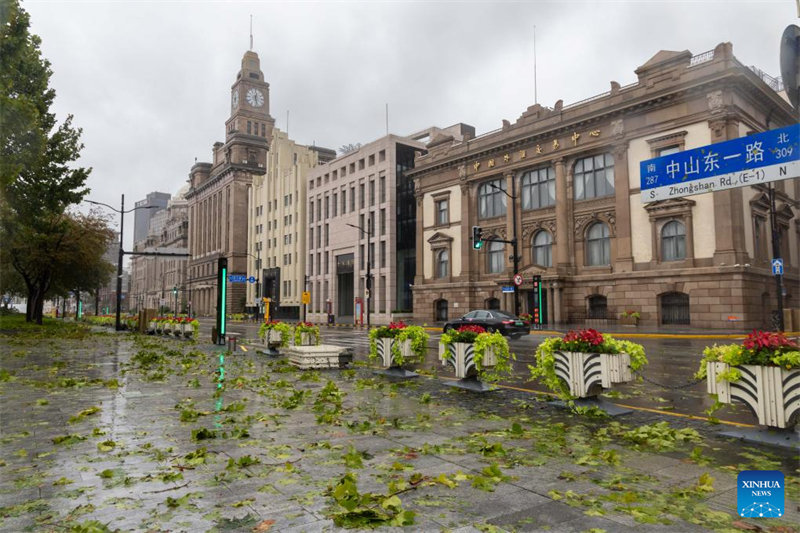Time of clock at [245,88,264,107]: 12:27
